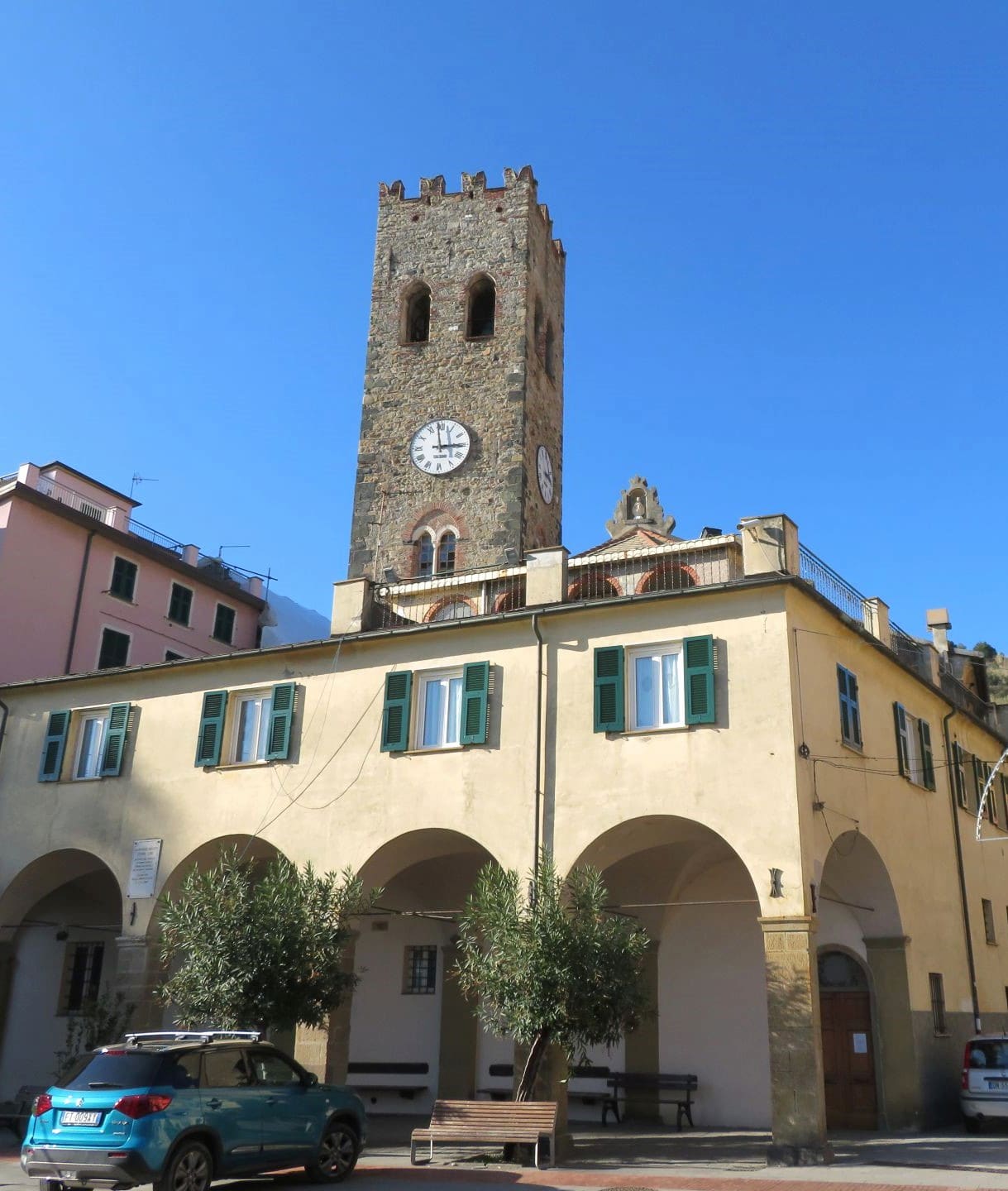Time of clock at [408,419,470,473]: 2:58
